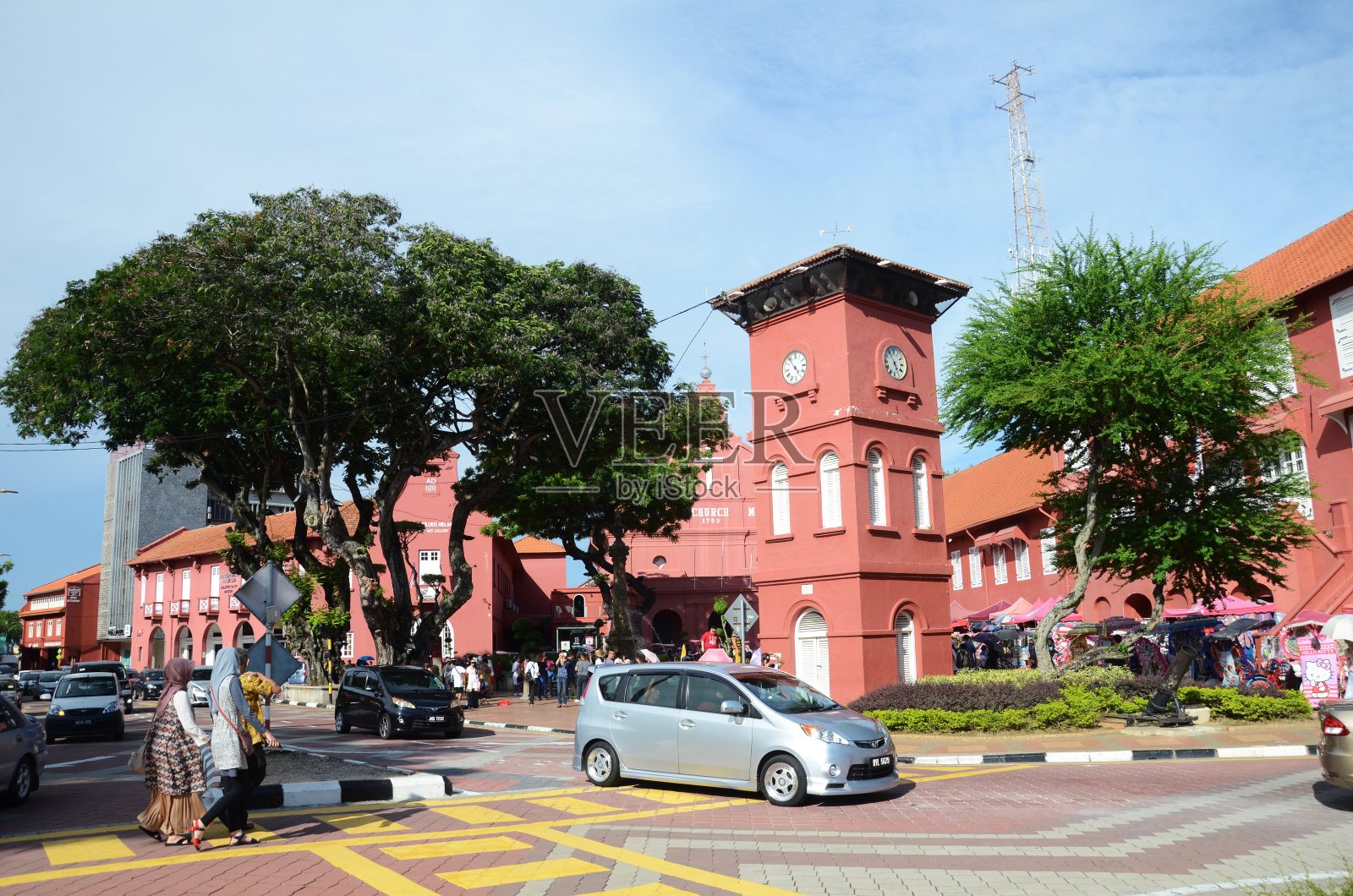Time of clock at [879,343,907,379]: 4:54
